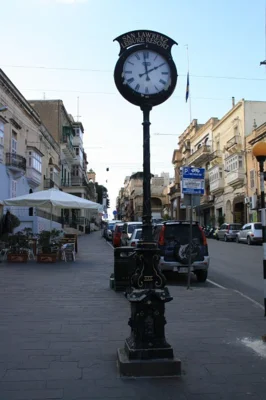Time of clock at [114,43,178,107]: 1:59
